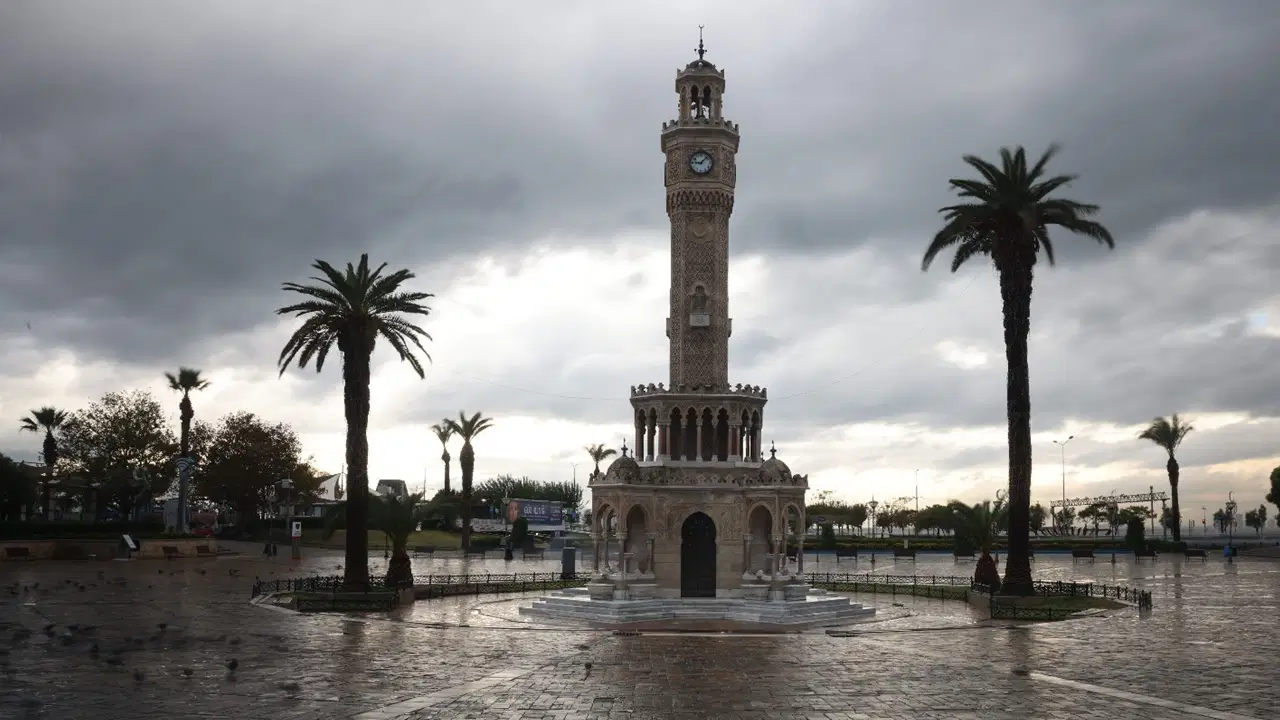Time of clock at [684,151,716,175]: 9:07
